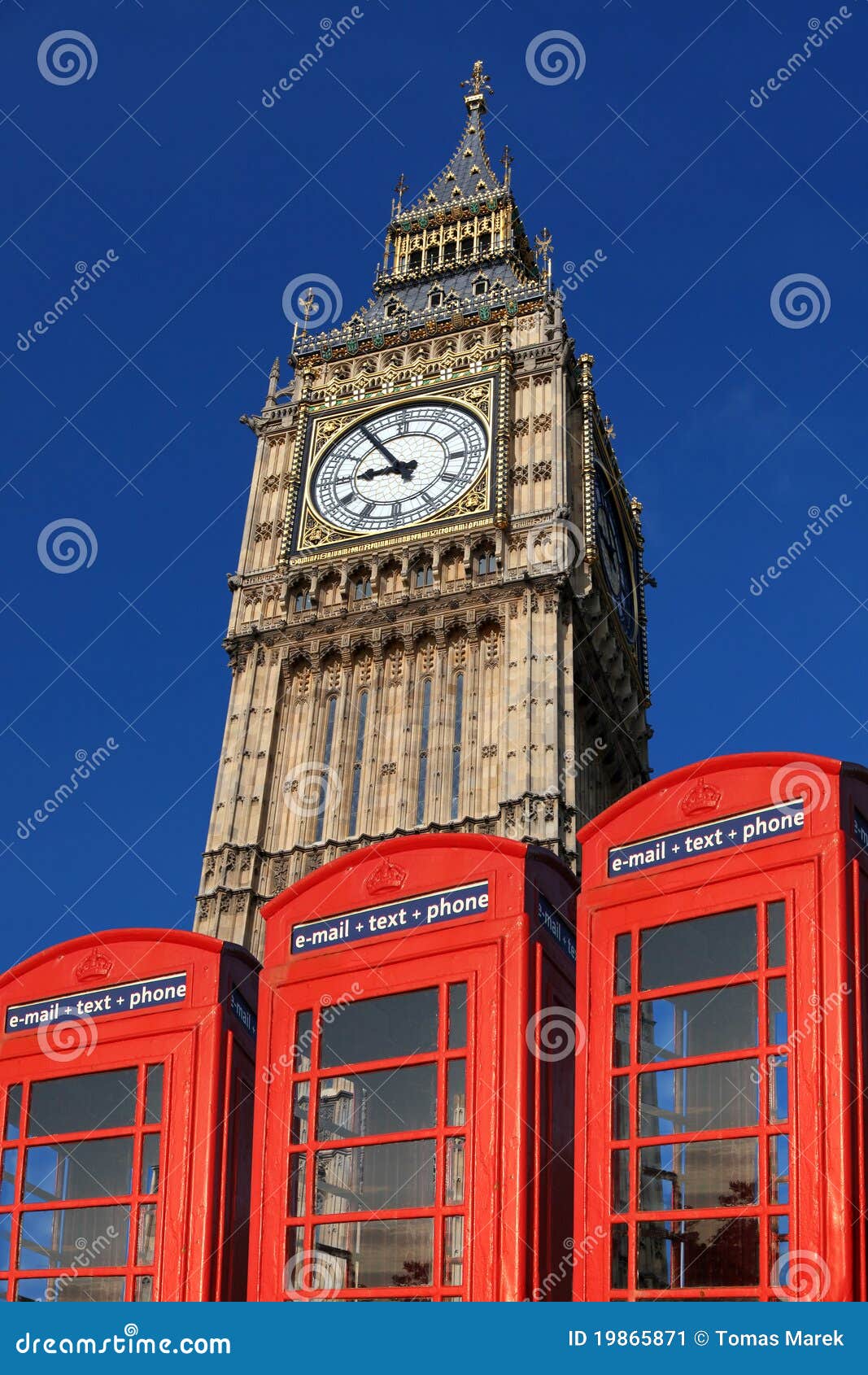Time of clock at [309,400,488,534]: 8:54
